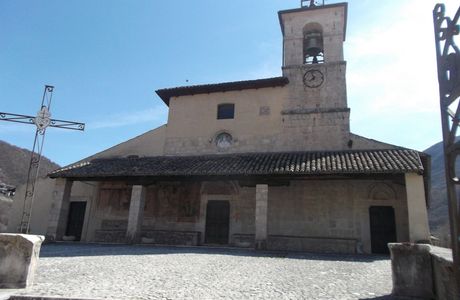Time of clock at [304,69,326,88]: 7:57
